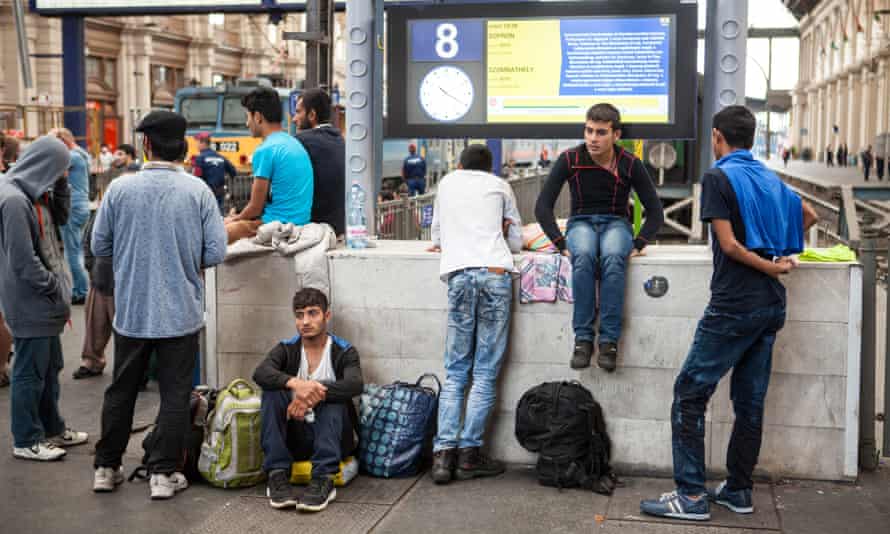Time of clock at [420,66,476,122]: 10:20
